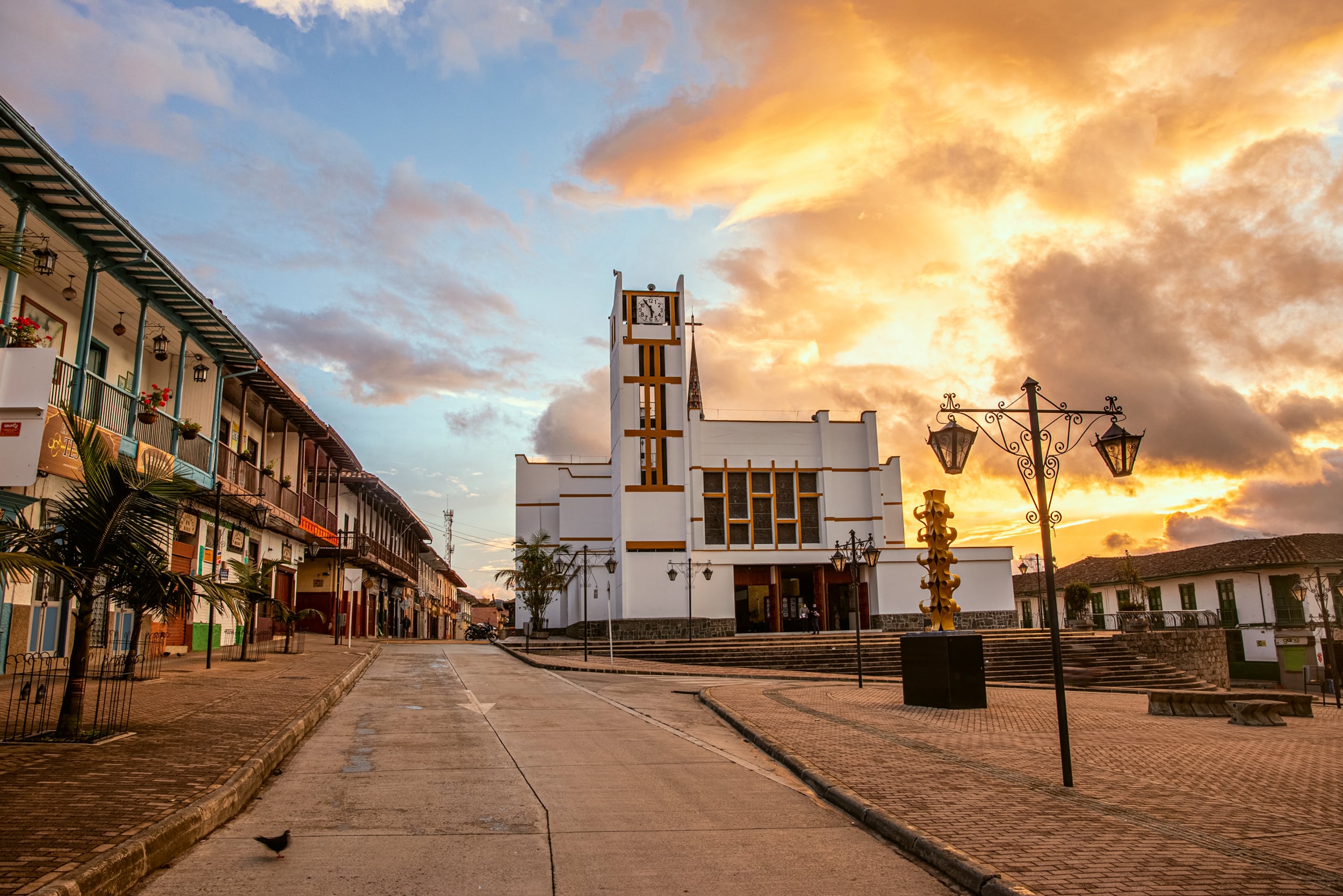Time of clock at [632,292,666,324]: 5:54
